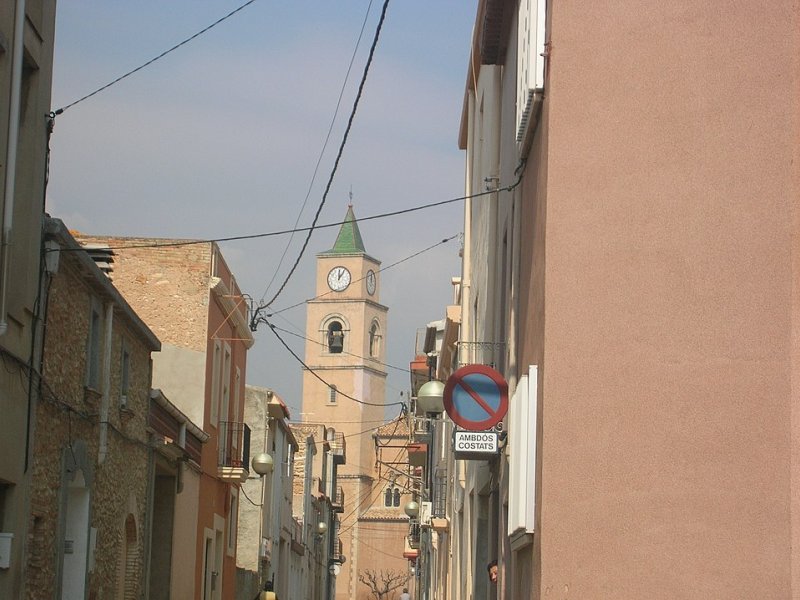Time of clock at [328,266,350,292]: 12:05
